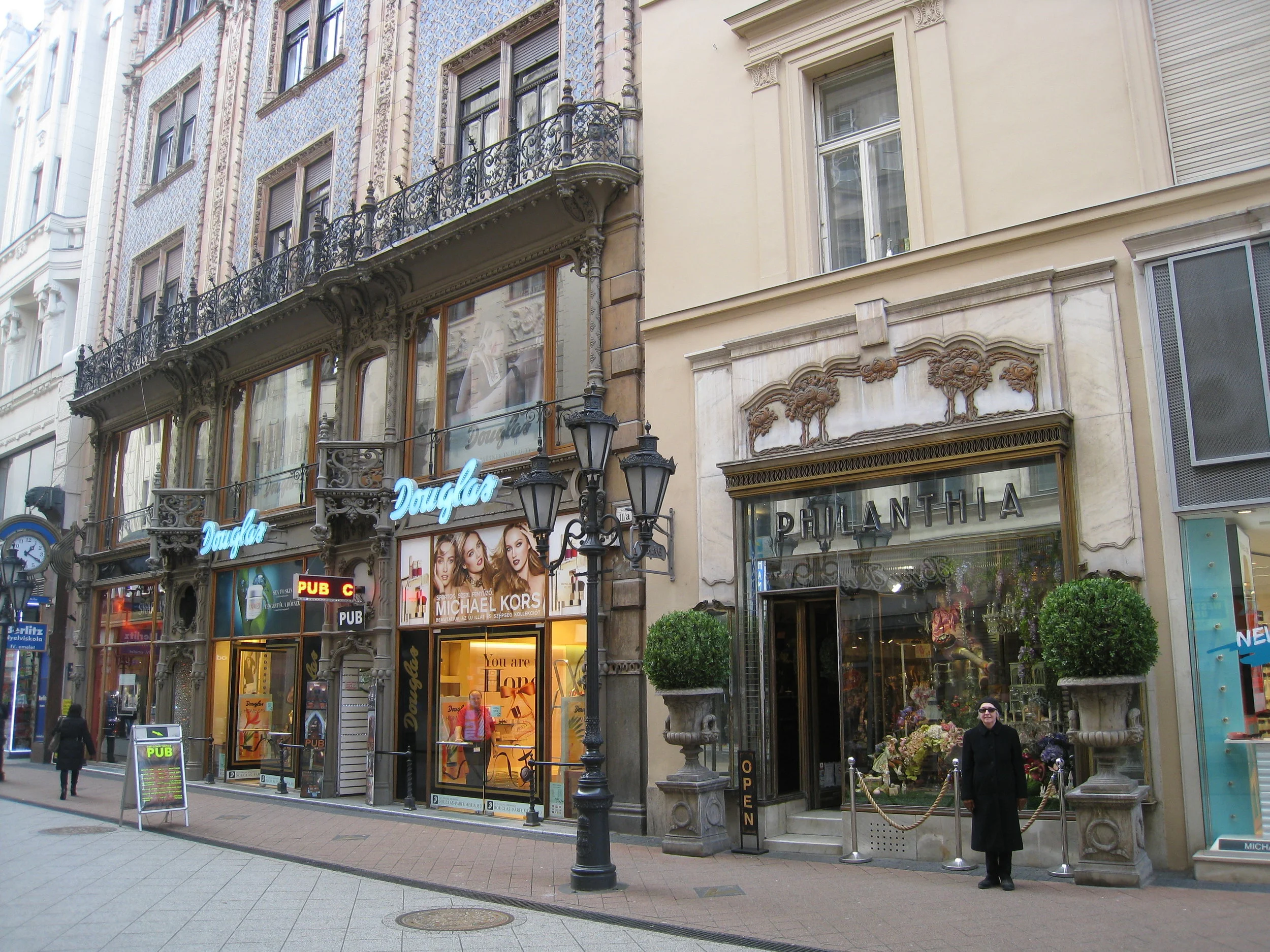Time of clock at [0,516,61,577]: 1:19
